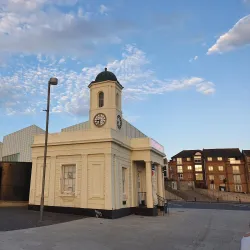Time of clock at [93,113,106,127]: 8:32
